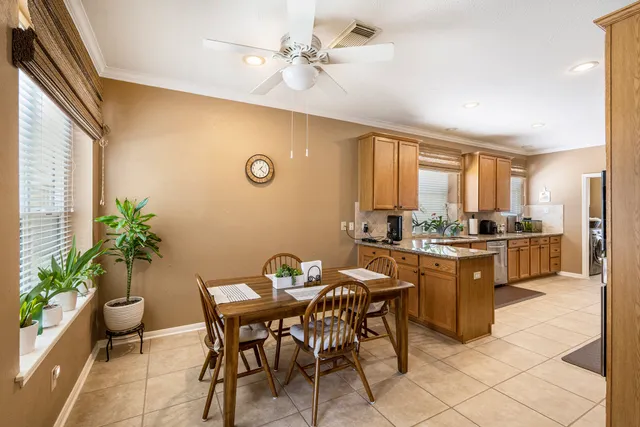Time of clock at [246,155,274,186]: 1:21
